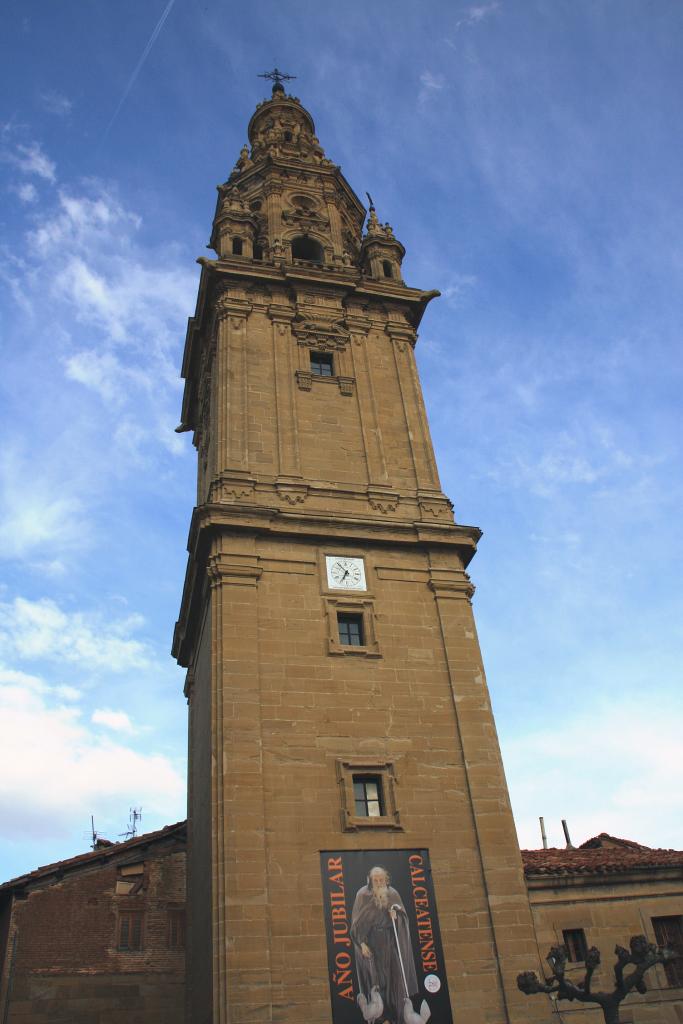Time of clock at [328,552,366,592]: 6:53
